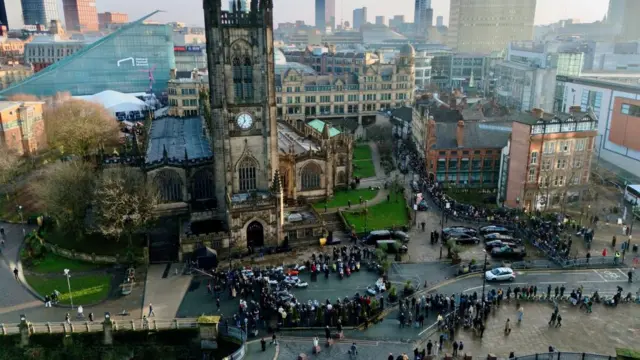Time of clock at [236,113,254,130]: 11:36
